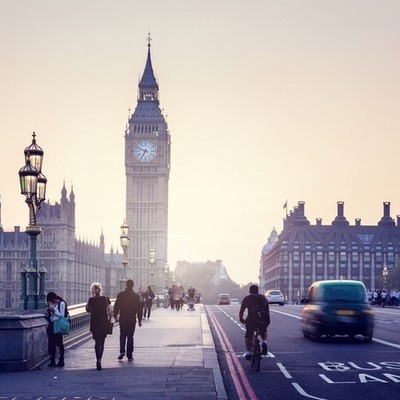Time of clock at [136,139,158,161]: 6:48
